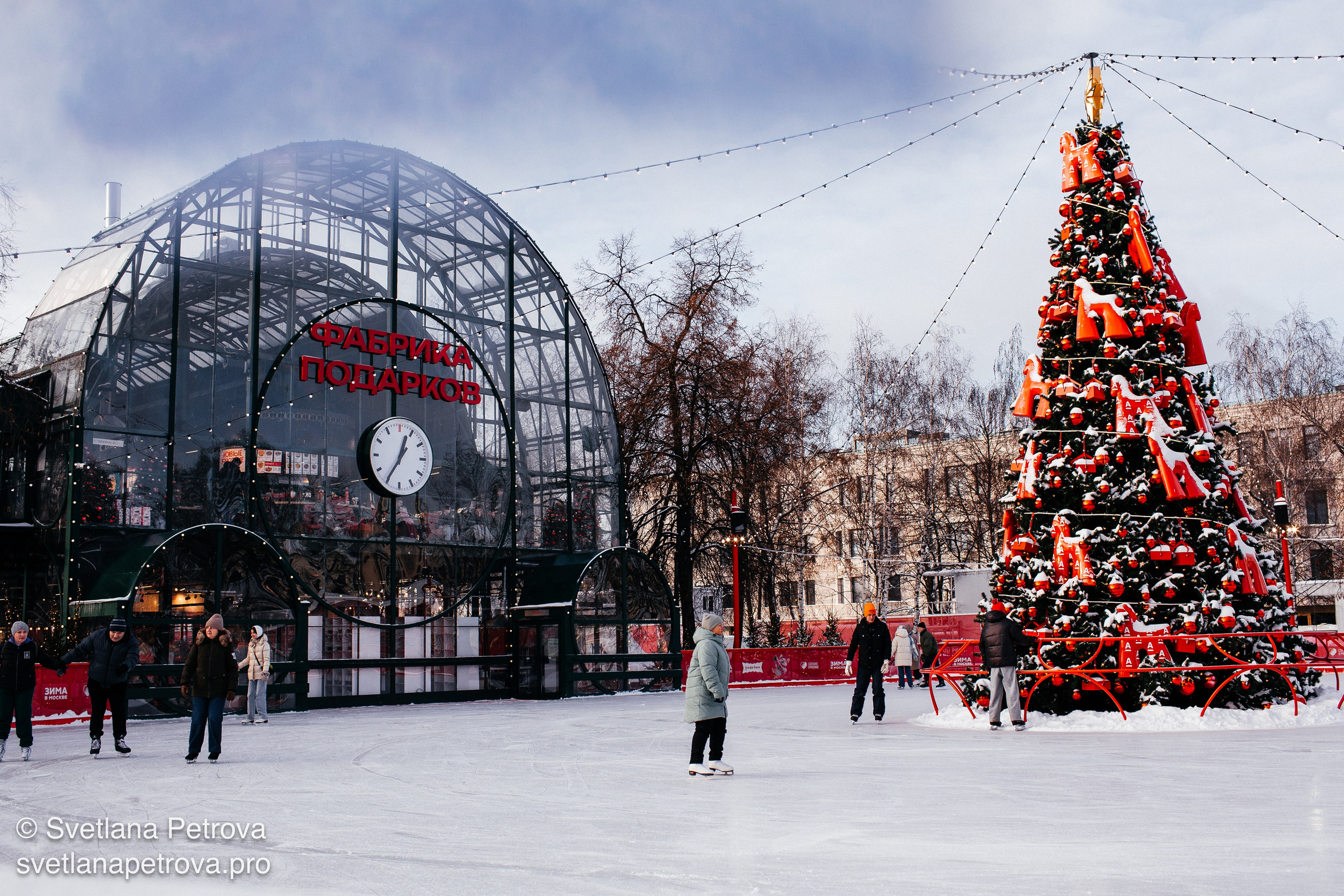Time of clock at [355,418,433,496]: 12:35
